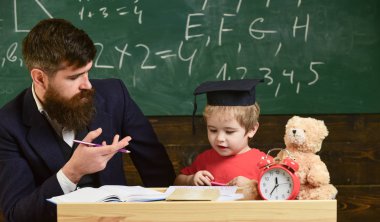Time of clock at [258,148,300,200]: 11:35
